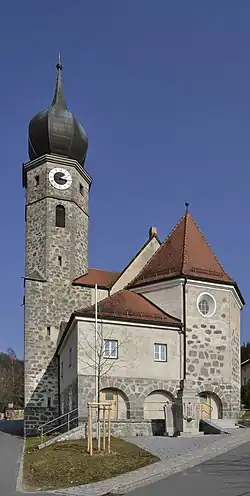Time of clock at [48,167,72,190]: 1:17
